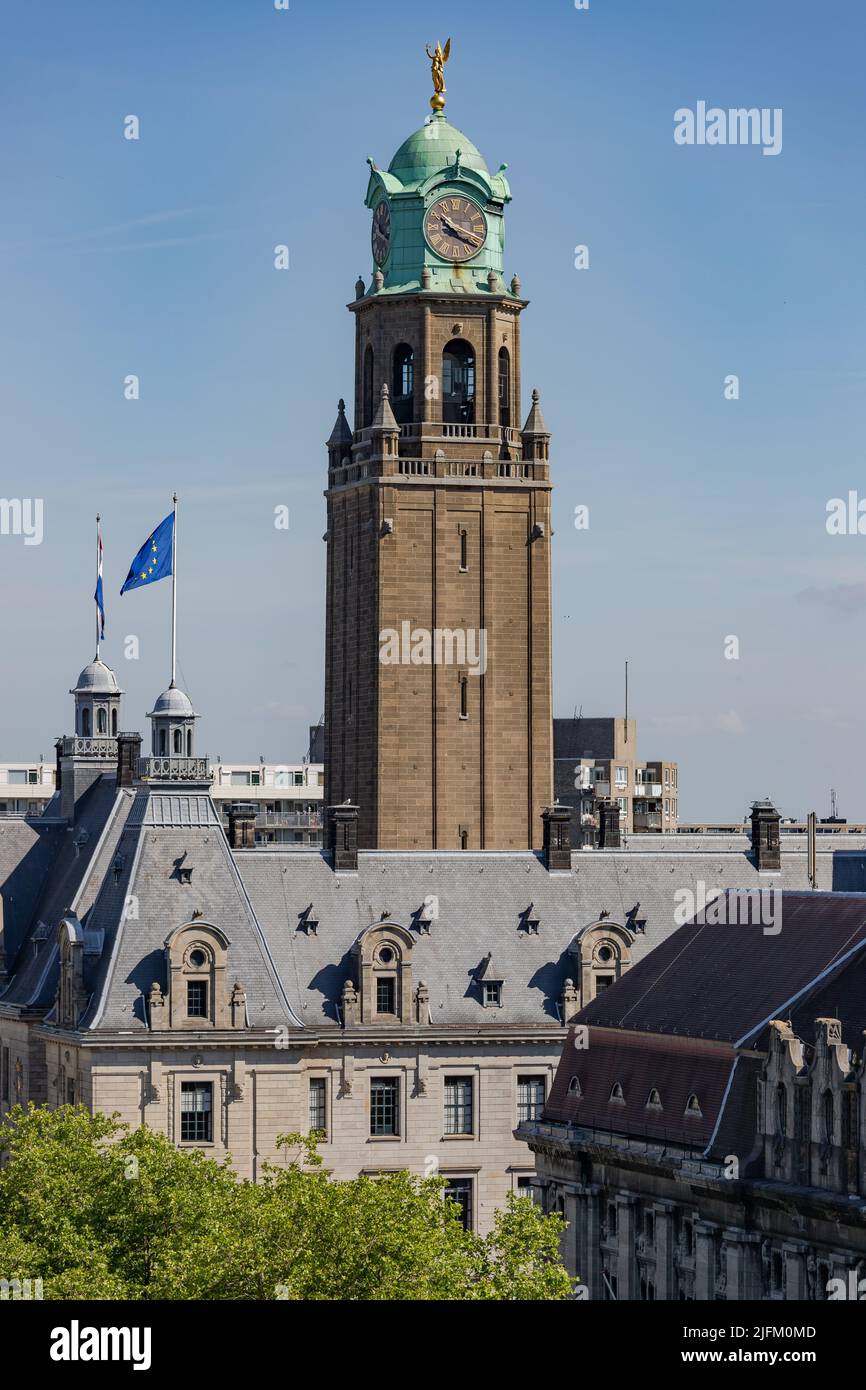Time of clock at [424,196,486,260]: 10:18
